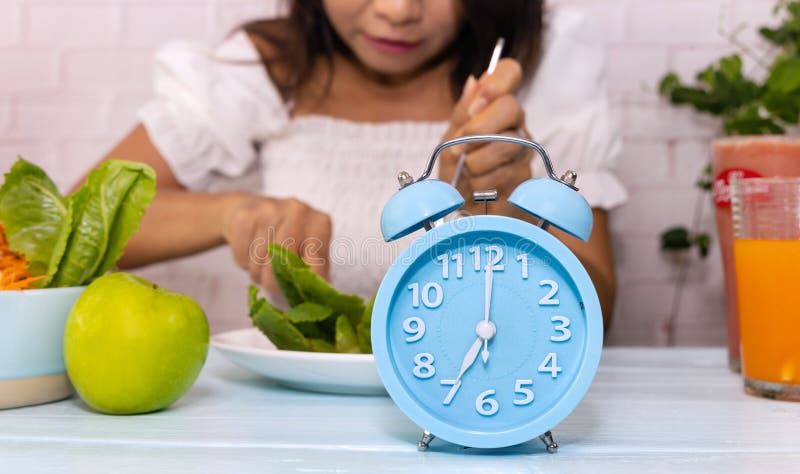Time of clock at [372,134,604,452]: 7:00
